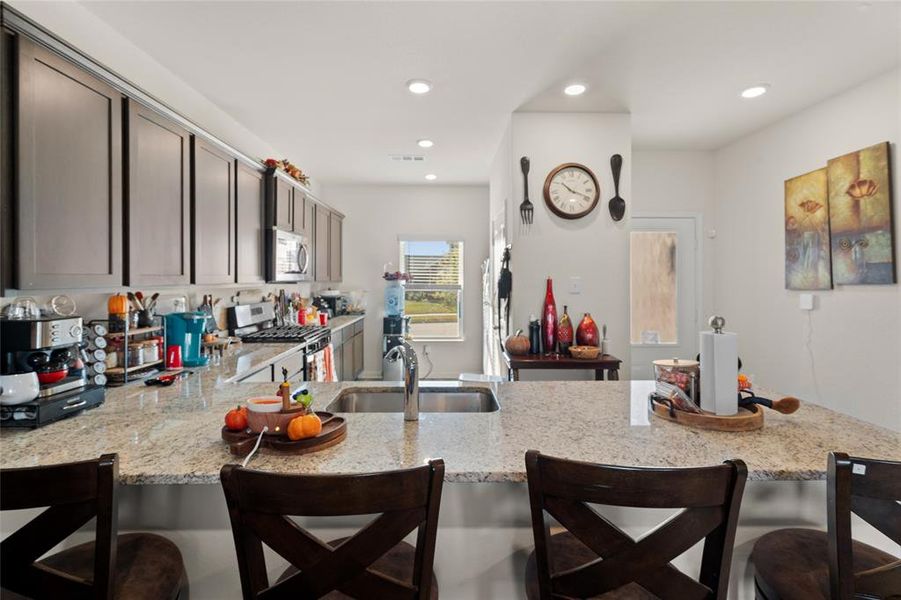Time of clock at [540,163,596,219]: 10:18
